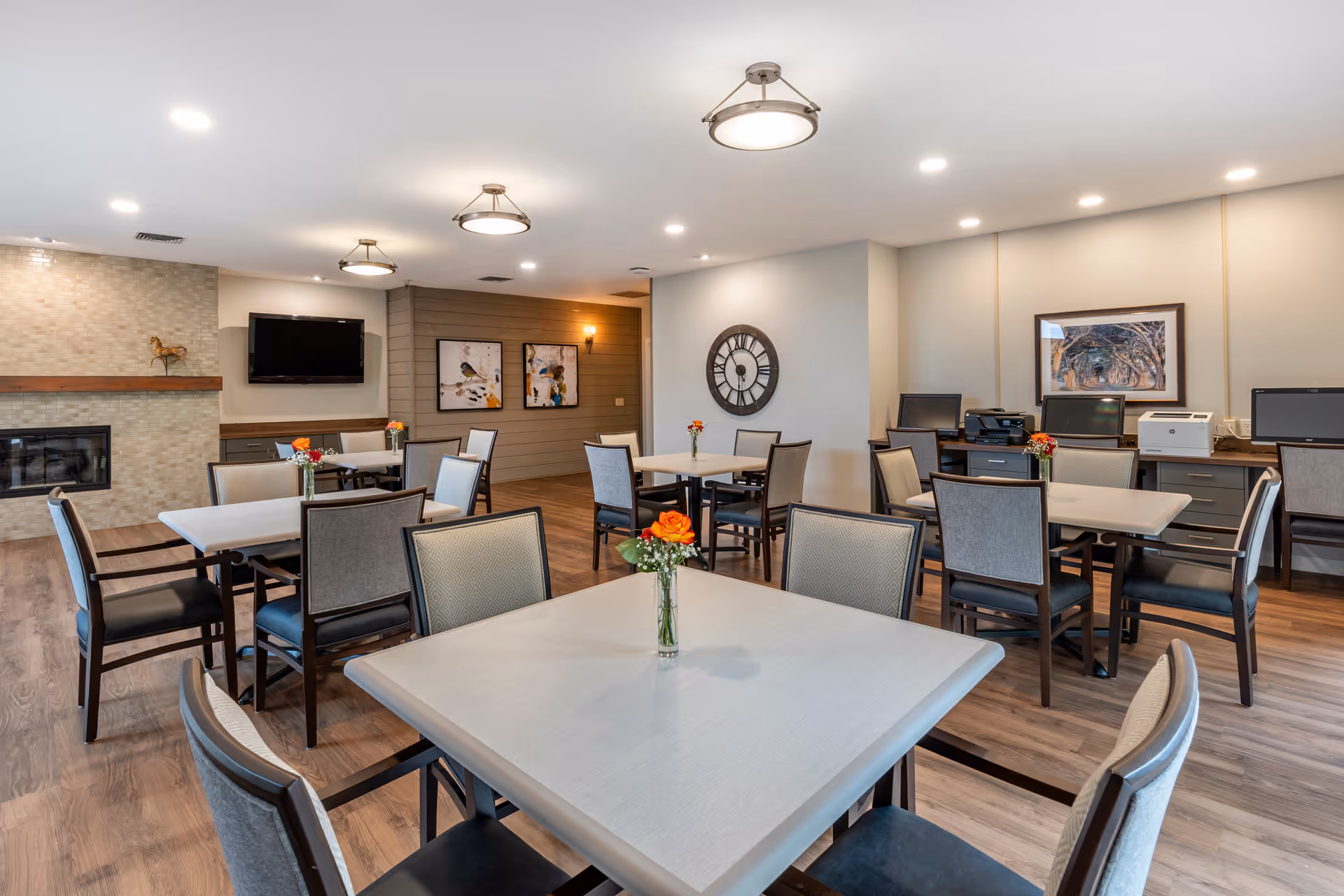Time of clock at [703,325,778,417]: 5:54
